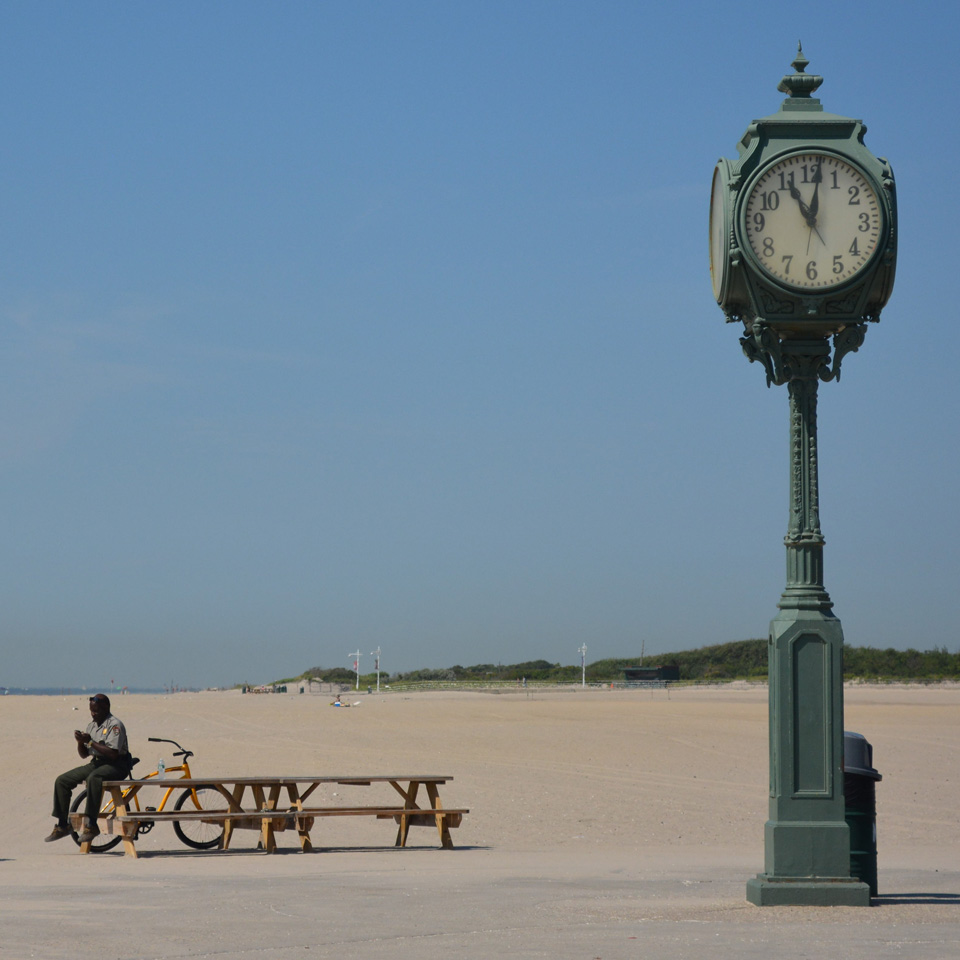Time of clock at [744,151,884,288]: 11:01
